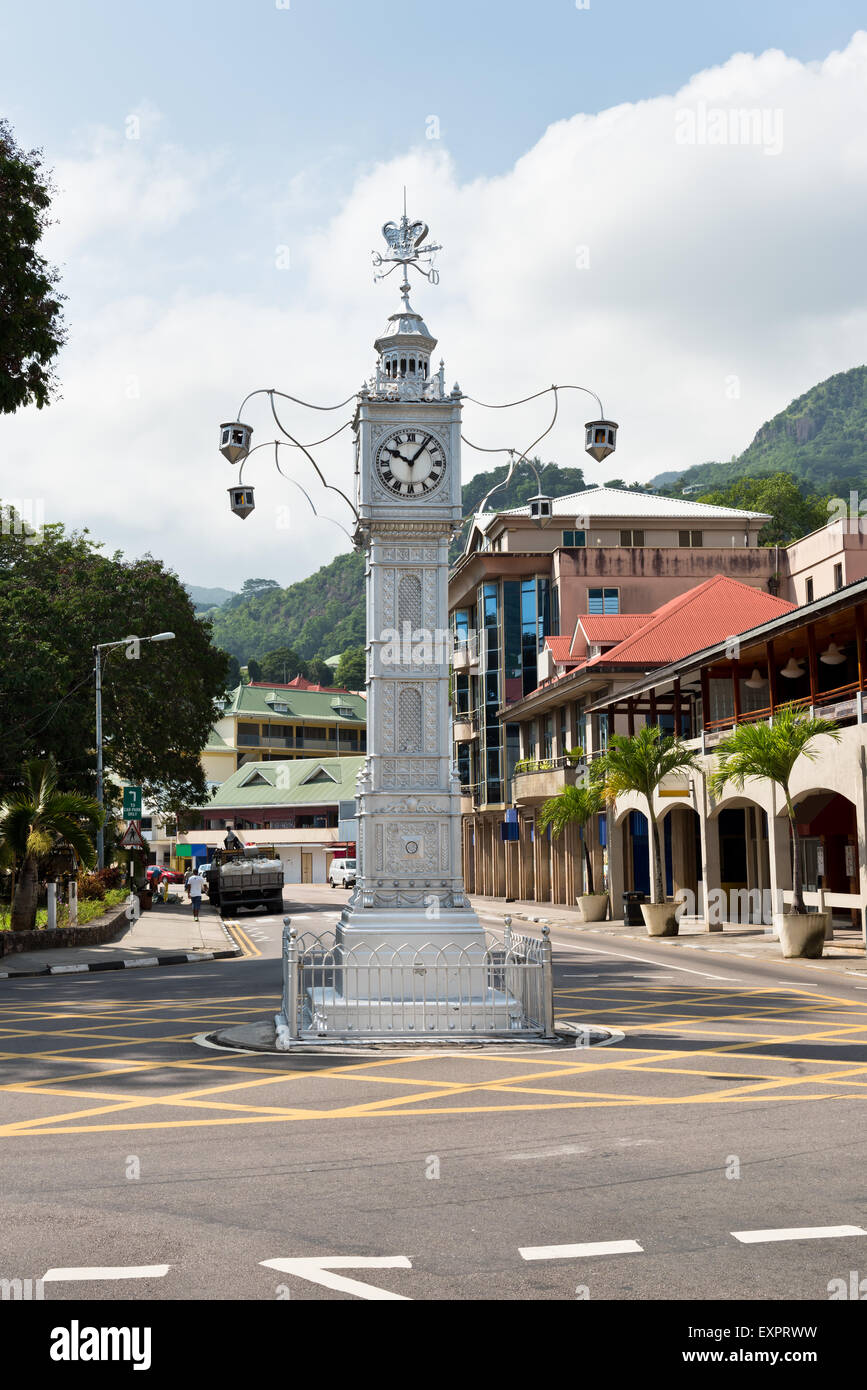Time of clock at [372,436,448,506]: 10:06
